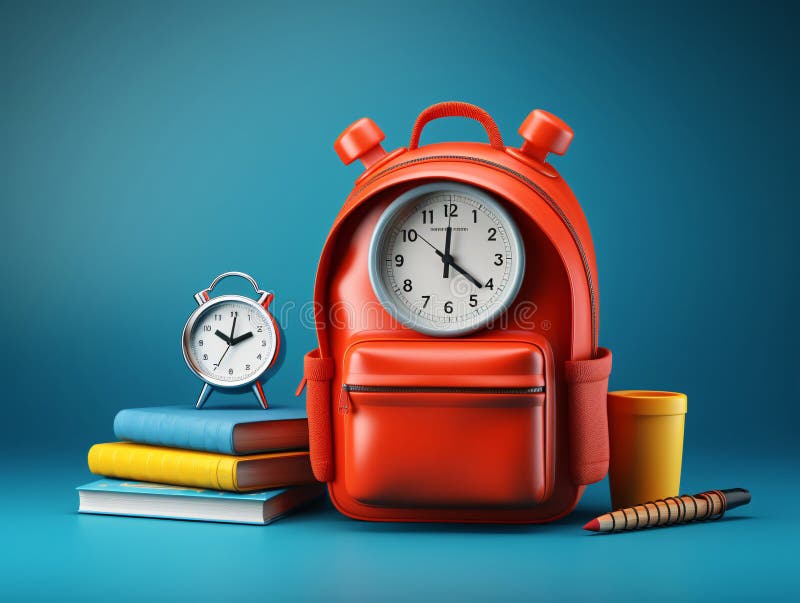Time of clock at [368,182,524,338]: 12:21
